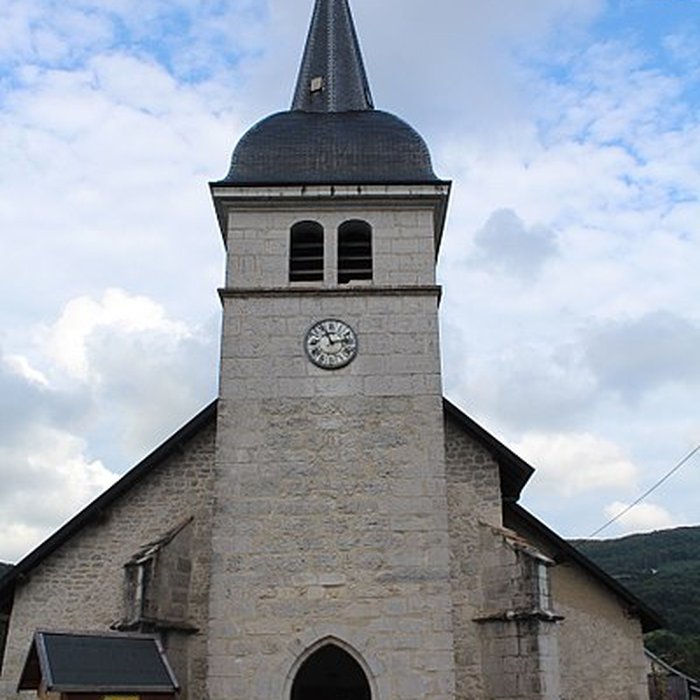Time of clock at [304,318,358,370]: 2:56
